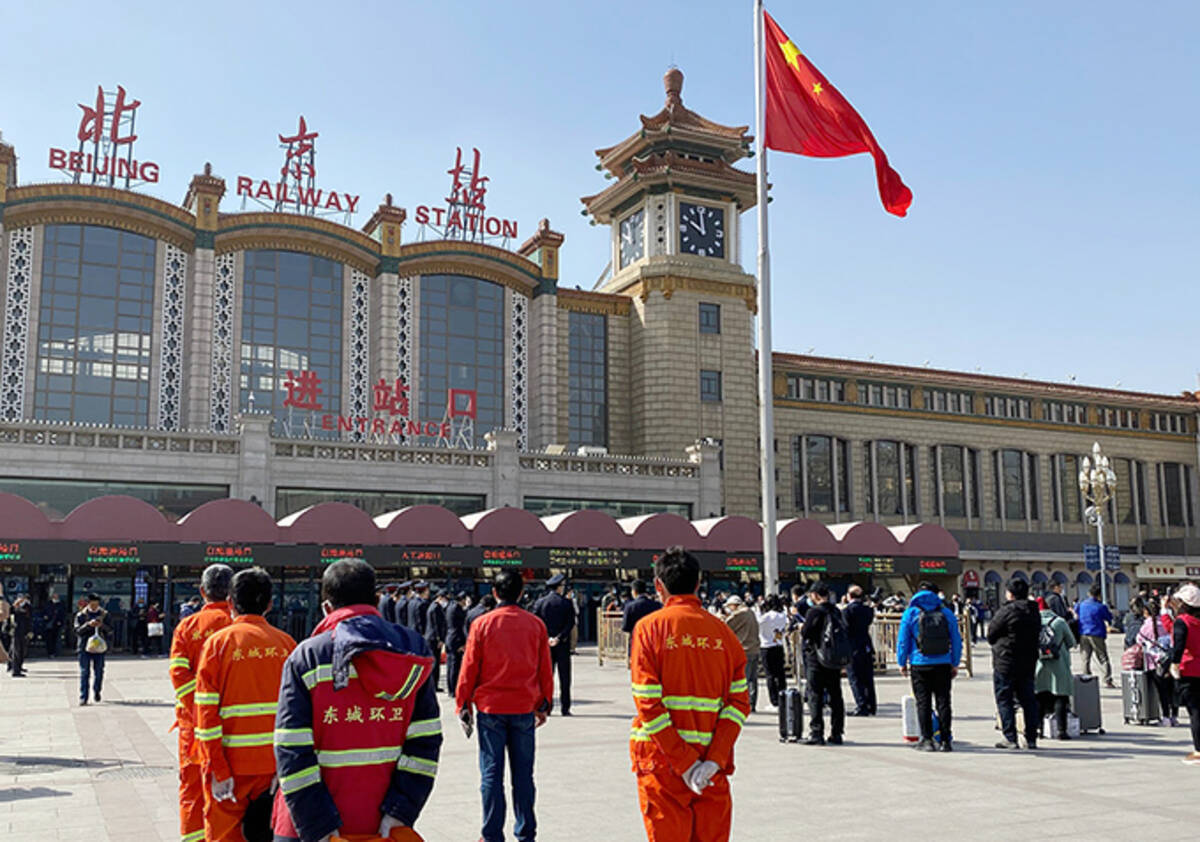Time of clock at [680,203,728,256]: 9:59
